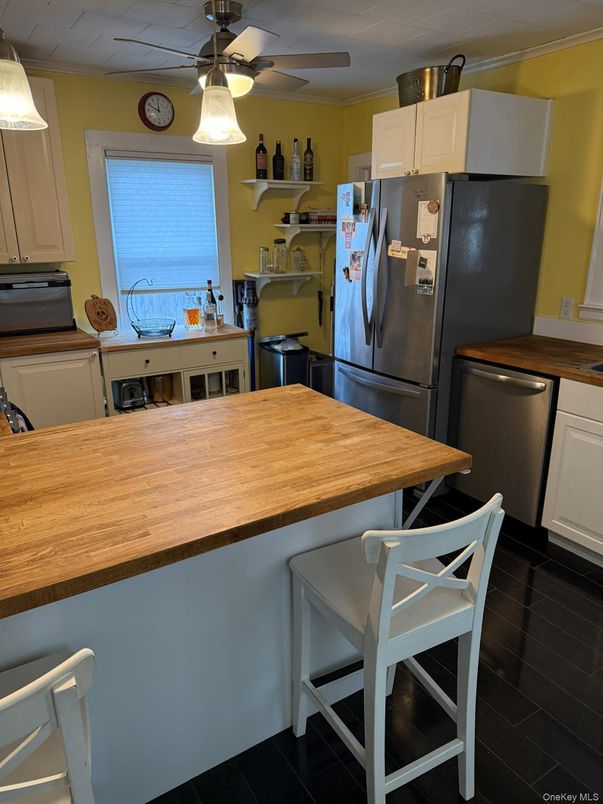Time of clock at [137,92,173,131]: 11:49
